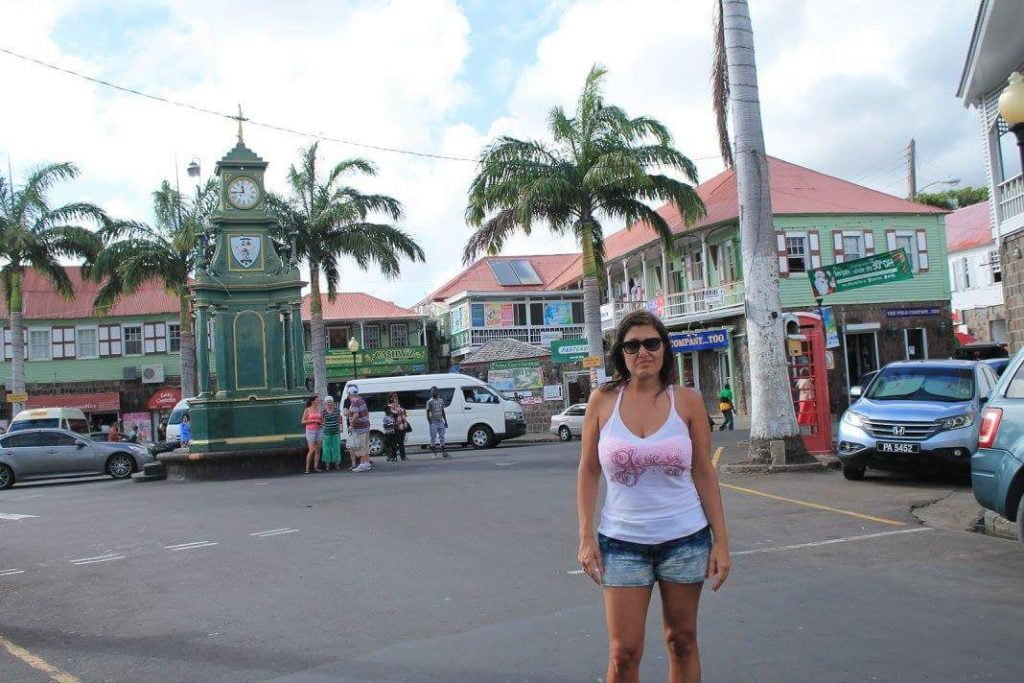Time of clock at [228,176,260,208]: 11:44
